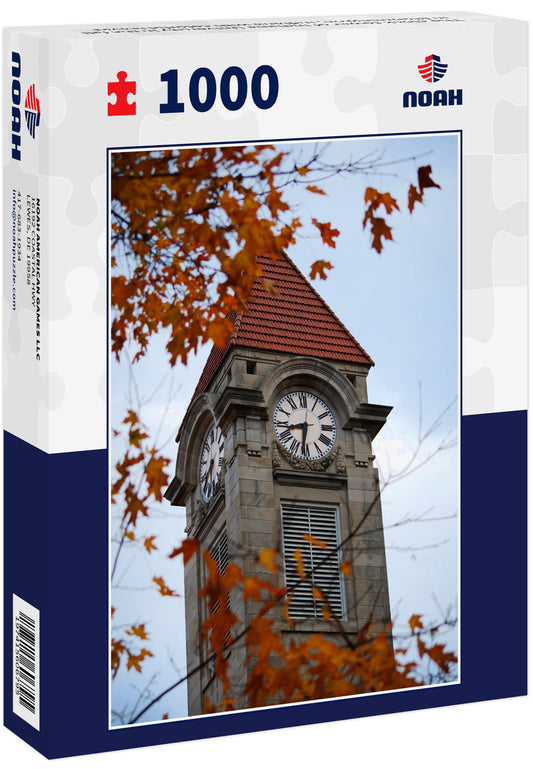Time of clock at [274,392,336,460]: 8:32
